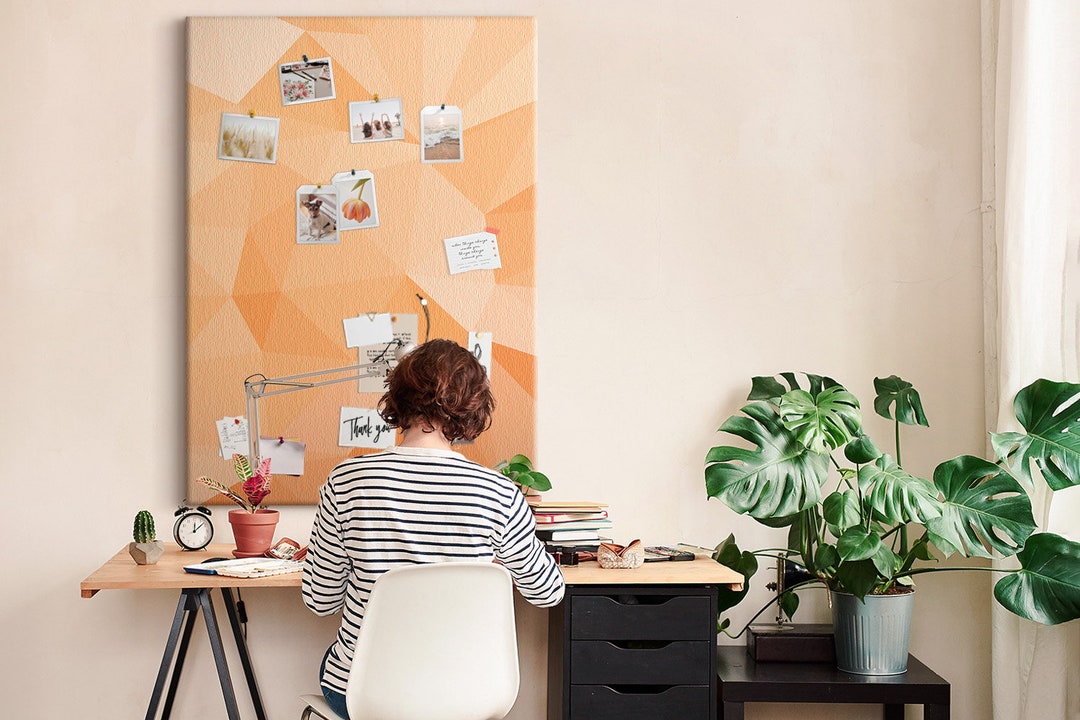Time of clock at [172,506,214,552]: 12:08
